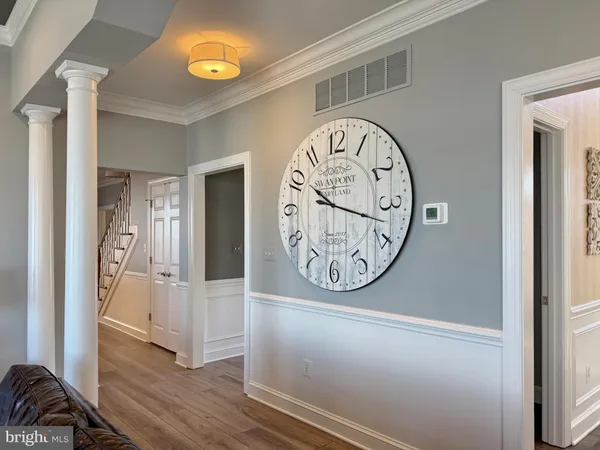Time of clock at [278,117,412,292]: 10:17
